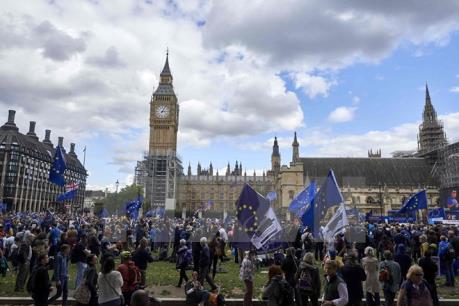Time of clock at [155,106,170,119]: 3:04
